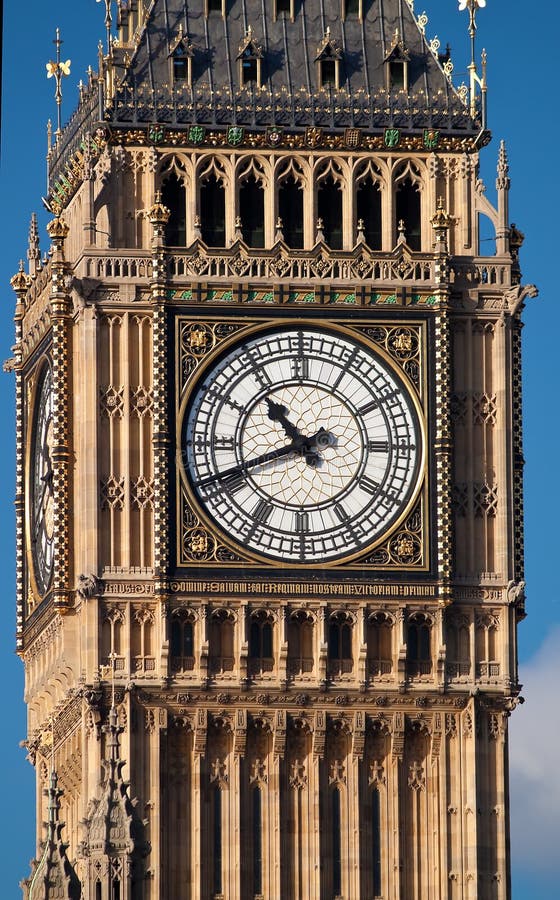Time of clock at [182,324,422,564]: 10:41
